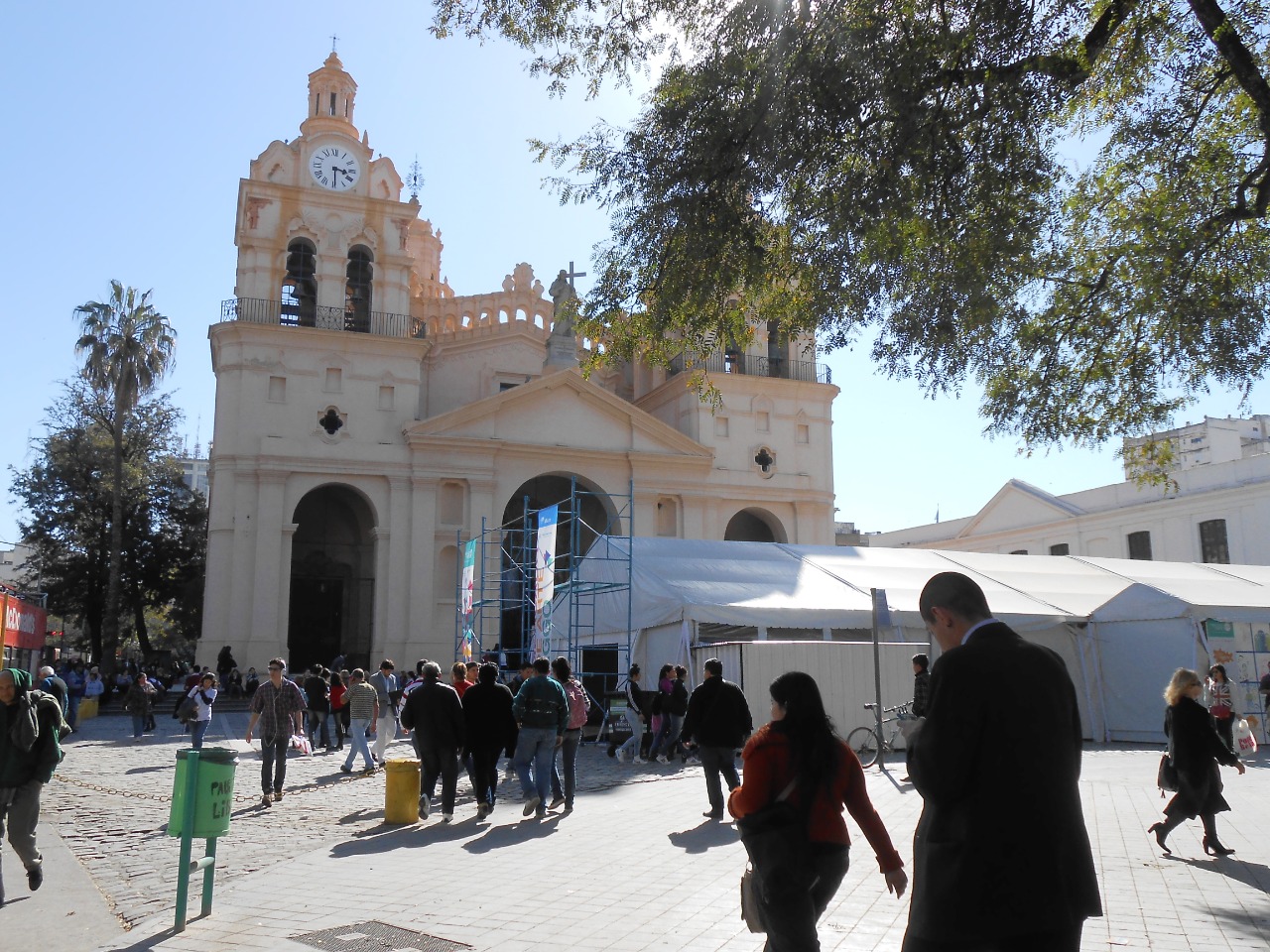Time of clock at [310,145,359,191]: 3:29
